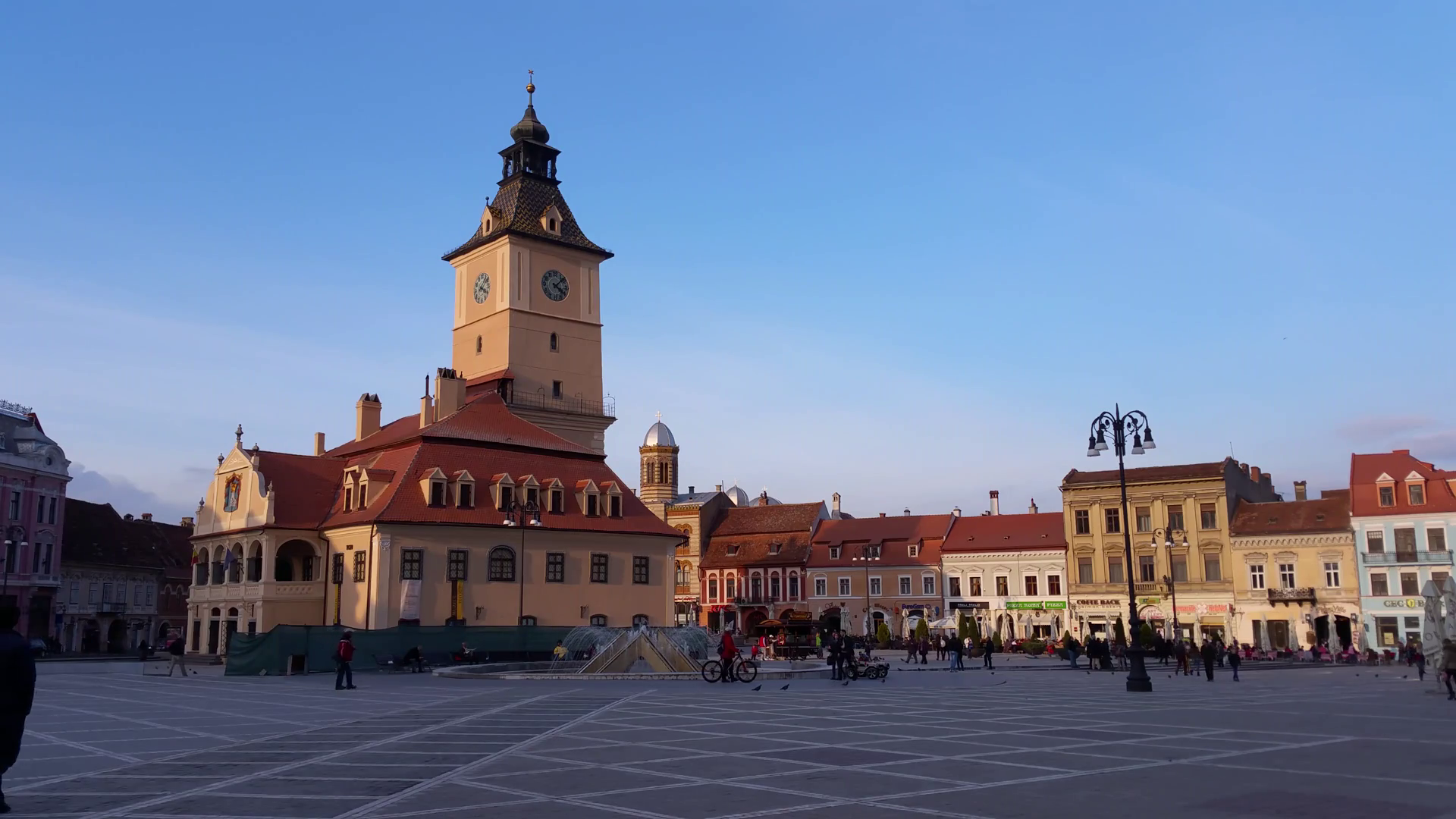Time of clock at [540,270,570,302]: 4:07
